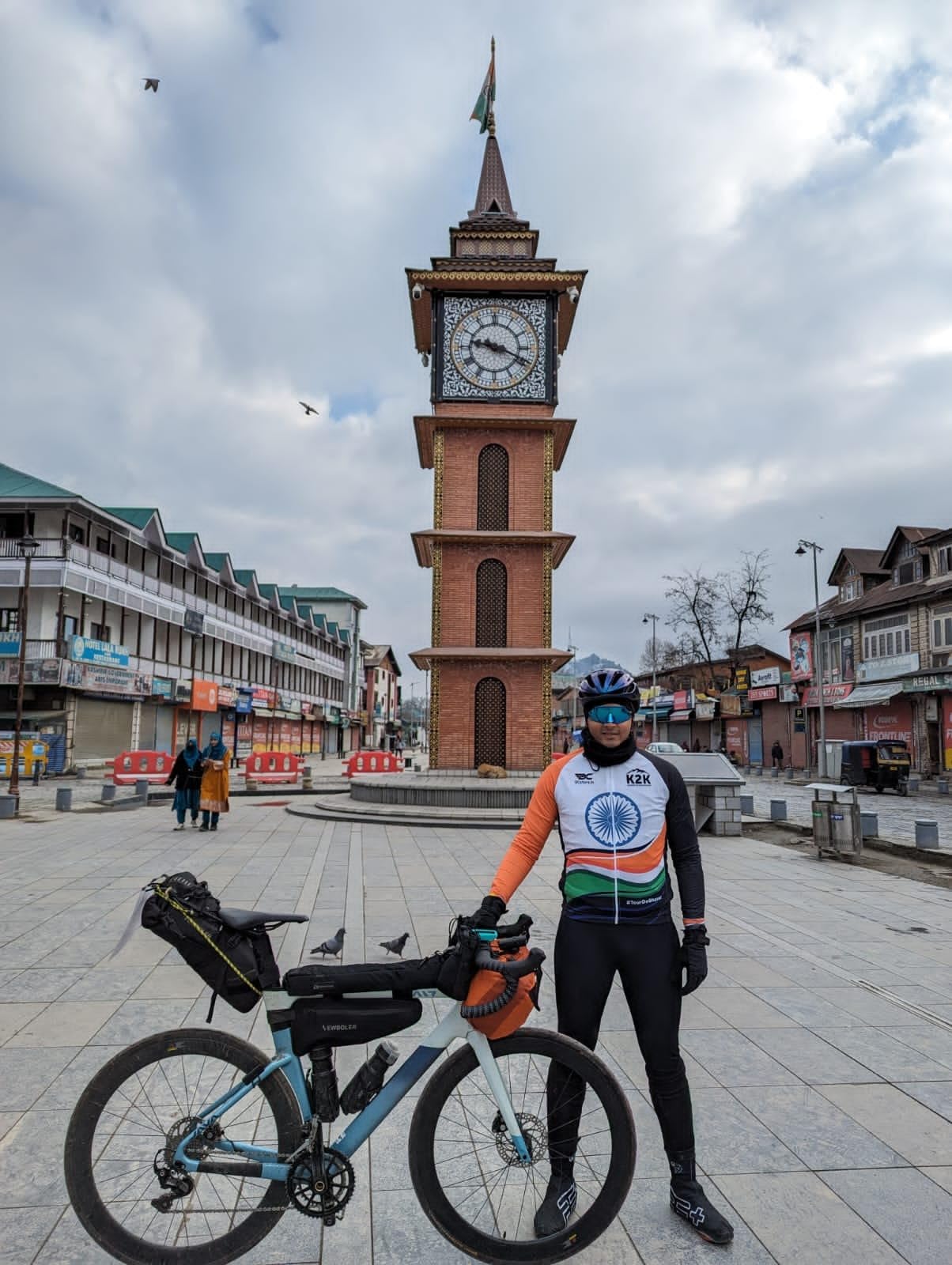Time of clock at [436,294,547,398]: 9:19
